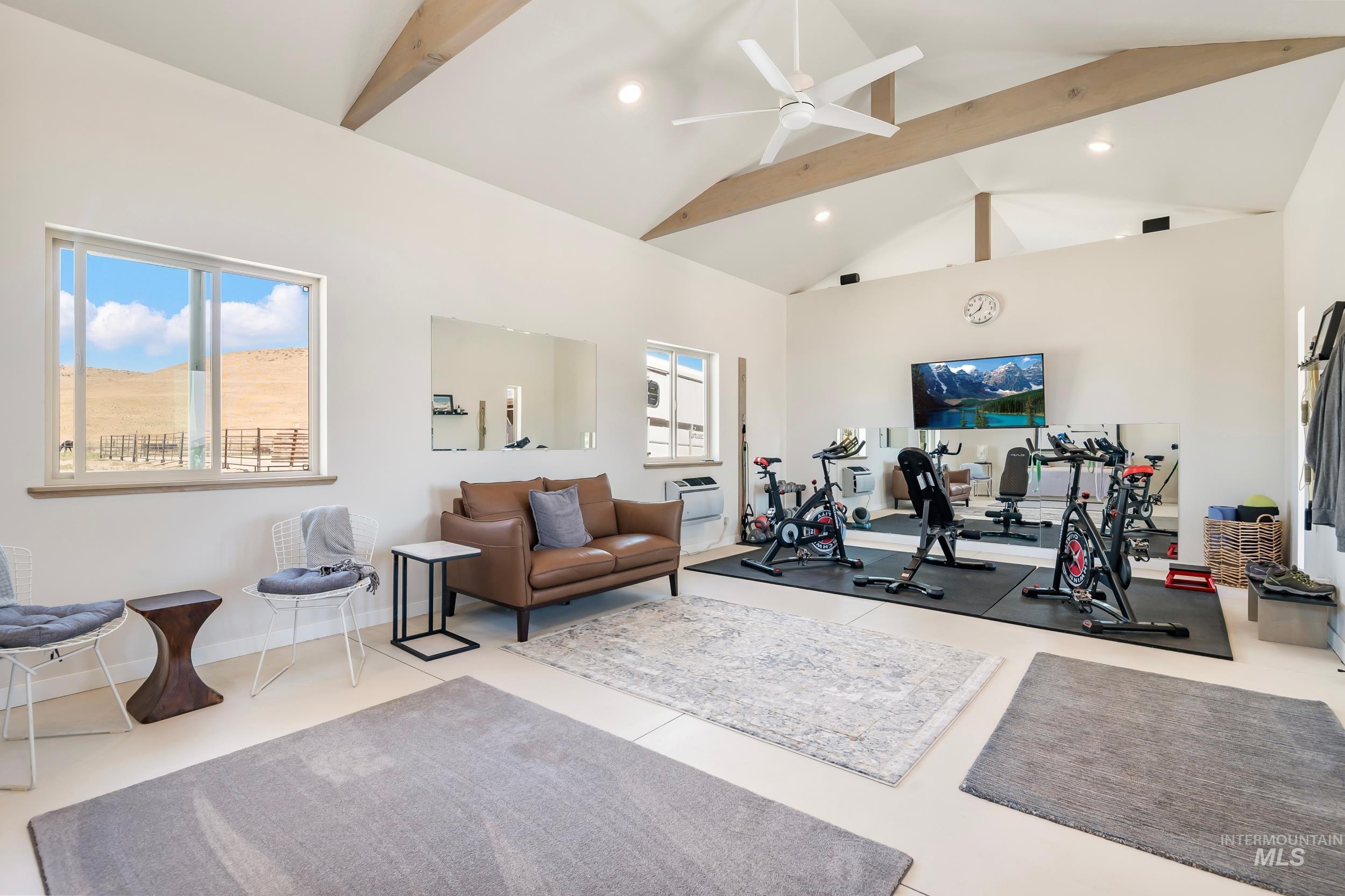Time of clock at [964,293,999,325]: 12:38
